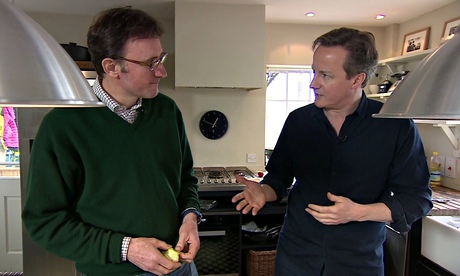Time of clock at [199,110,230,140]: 12:48
